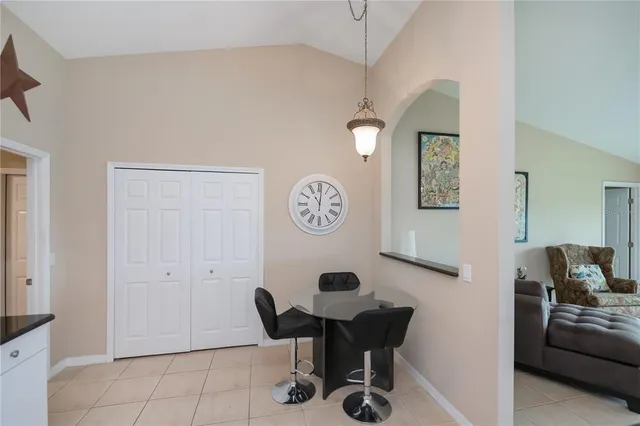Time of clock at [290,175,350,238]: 11:00
